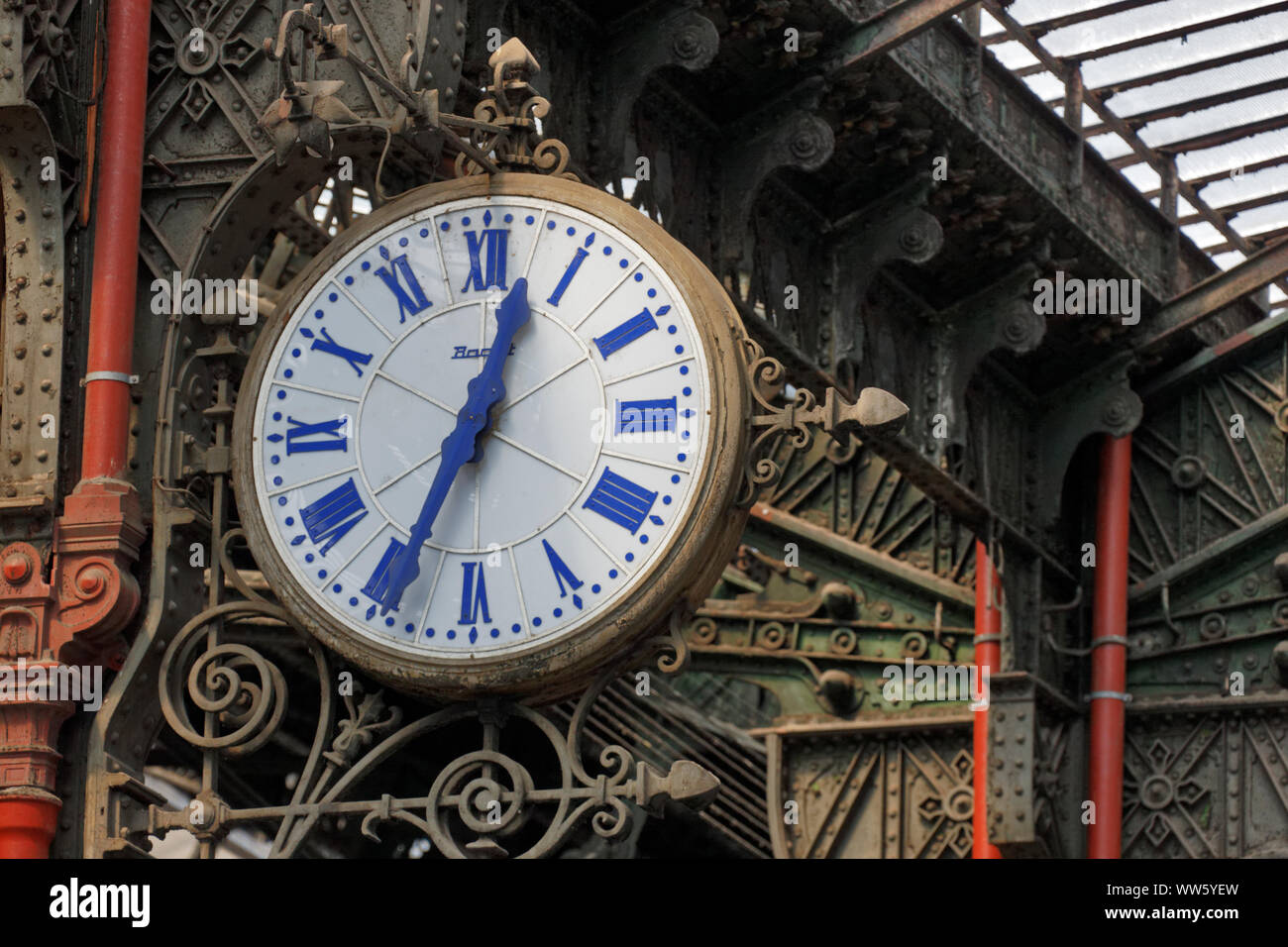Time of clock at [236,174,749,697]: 12:34
